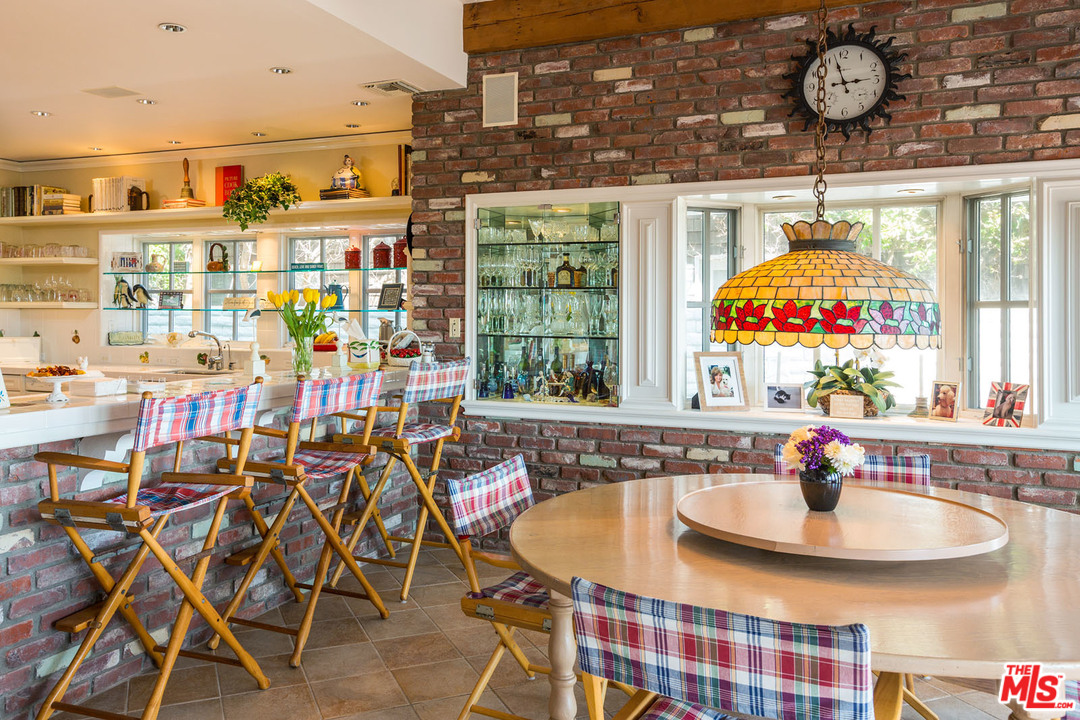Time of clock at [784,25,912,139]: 2:57
